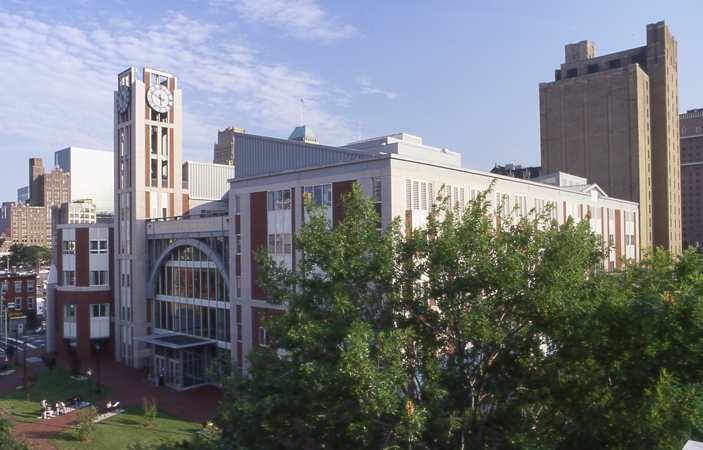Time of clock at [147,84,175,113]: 5:48
